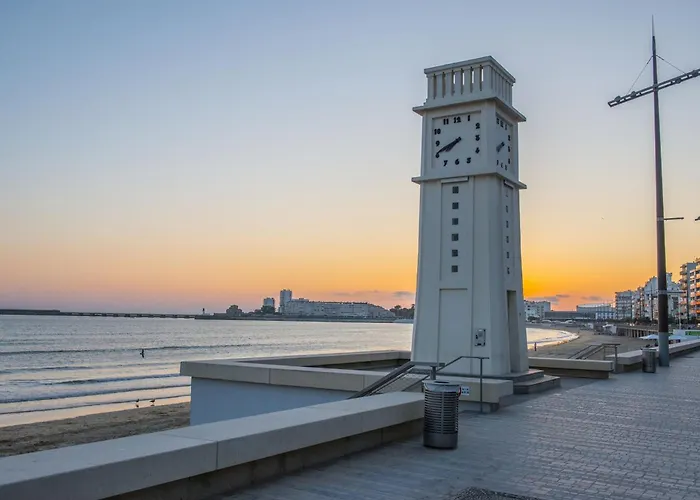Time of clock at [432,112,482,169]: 7:40
